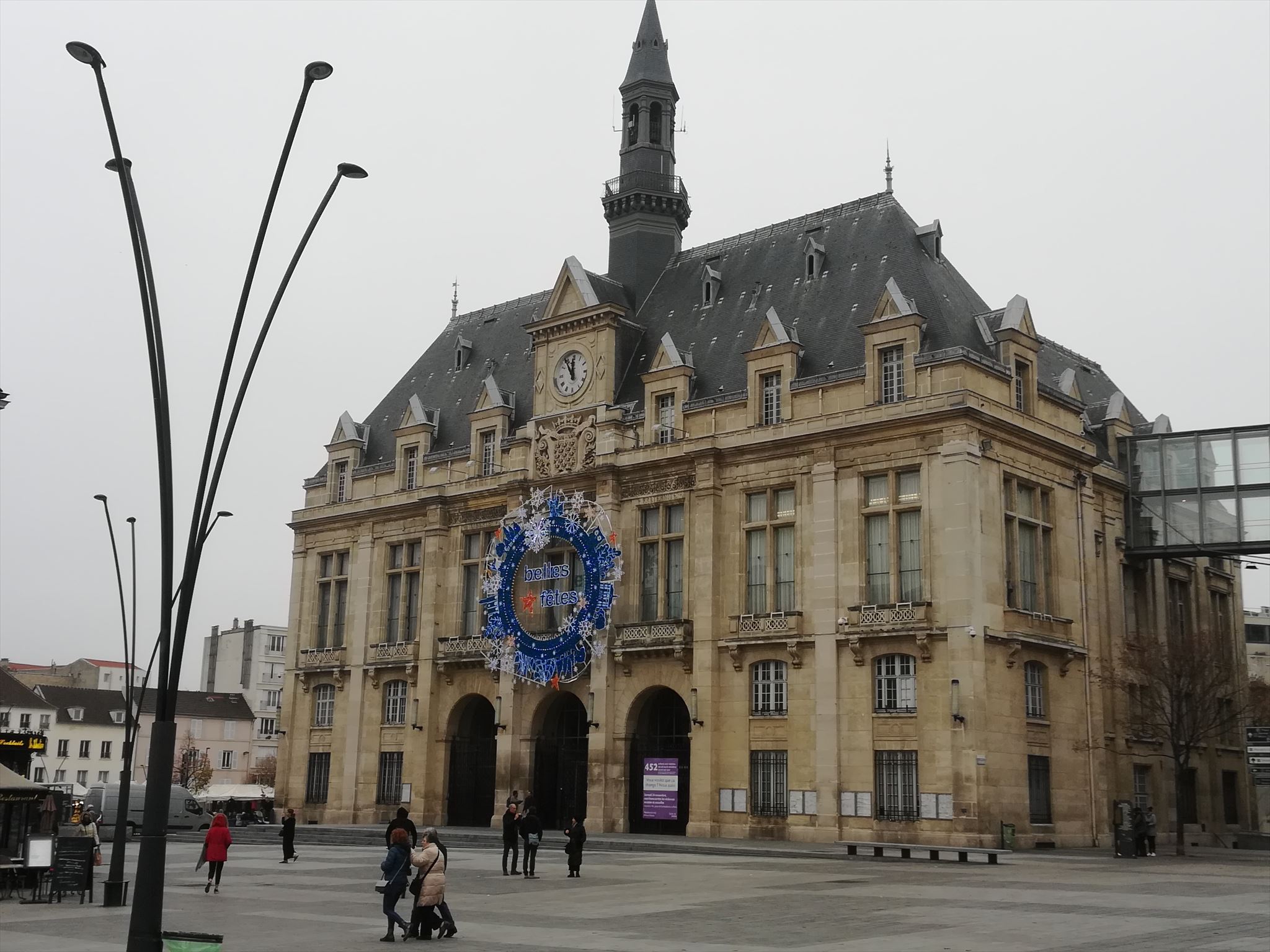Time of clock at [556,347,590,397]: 11:54
